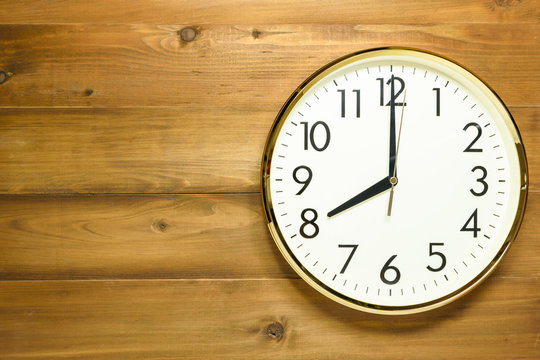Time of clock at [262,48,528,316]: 8:00
